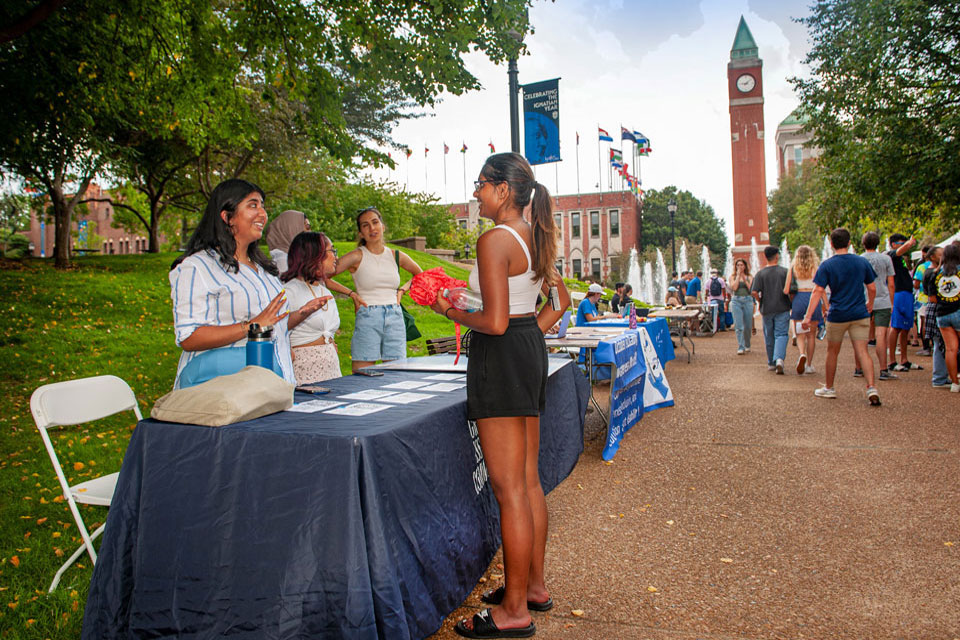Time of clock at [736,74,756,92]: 9:08
